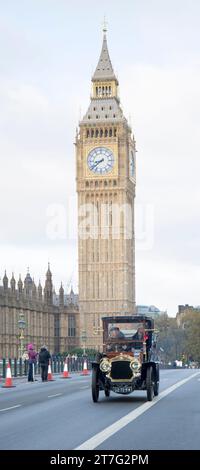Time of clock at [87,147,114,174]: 8:38
